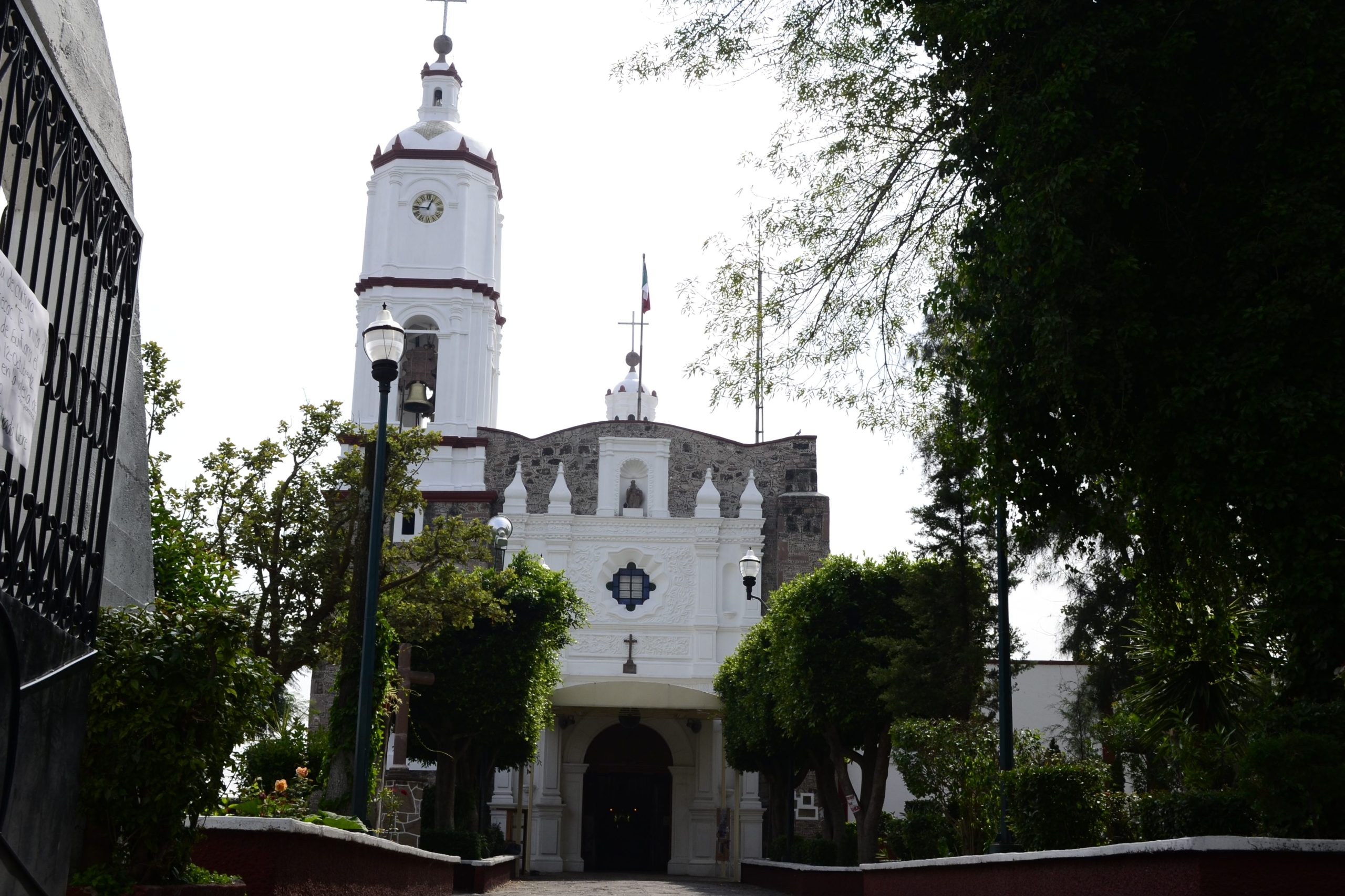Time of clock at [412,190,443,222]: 12:46
